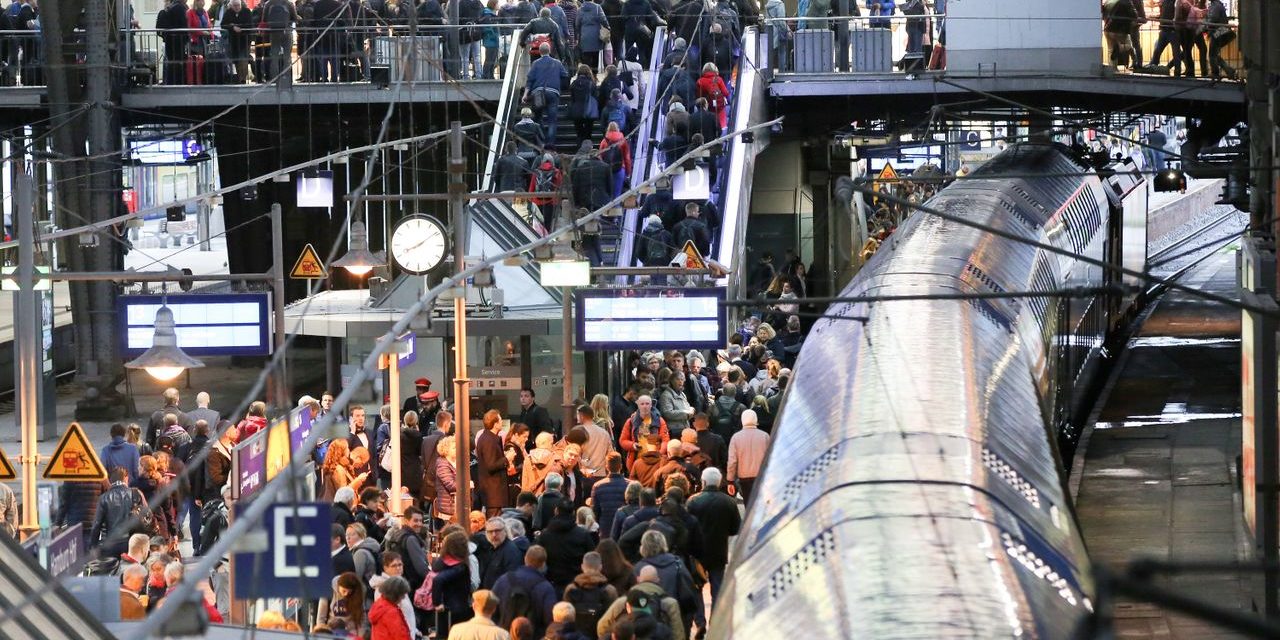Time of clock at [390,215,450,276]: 8:09
